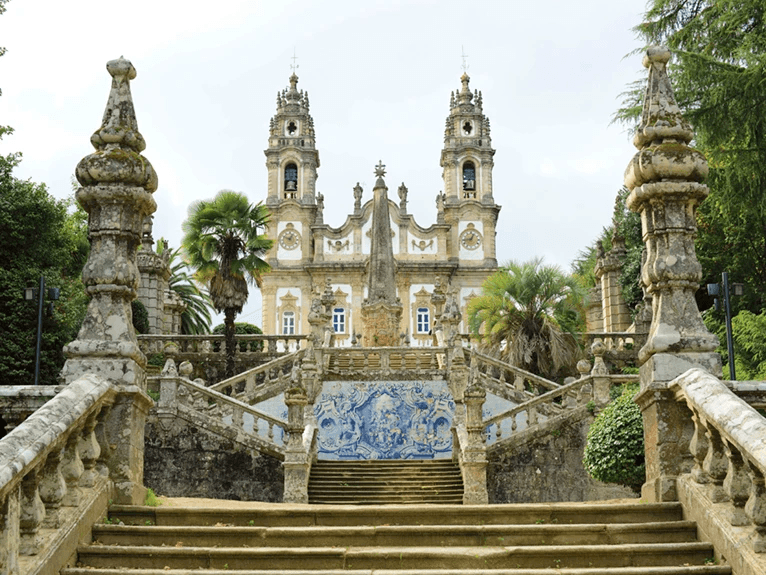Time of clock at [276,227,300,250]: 12:48
